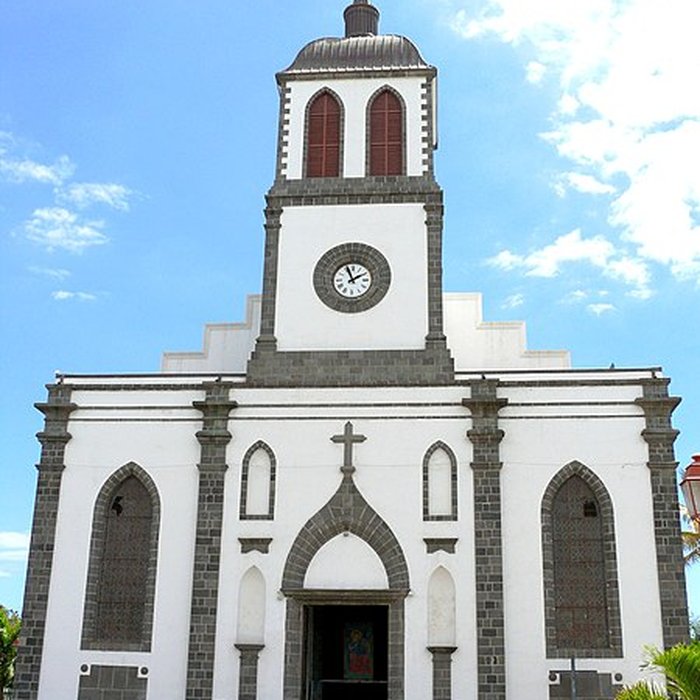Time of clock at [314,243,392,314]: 1:56
